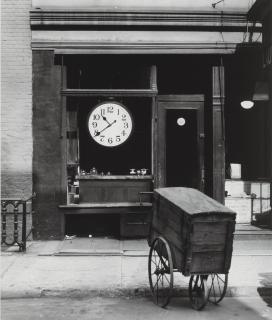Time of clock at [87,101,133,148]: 10:38
